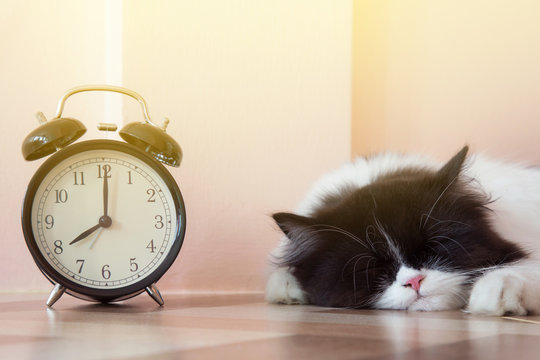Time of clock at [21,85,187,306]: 8:00
